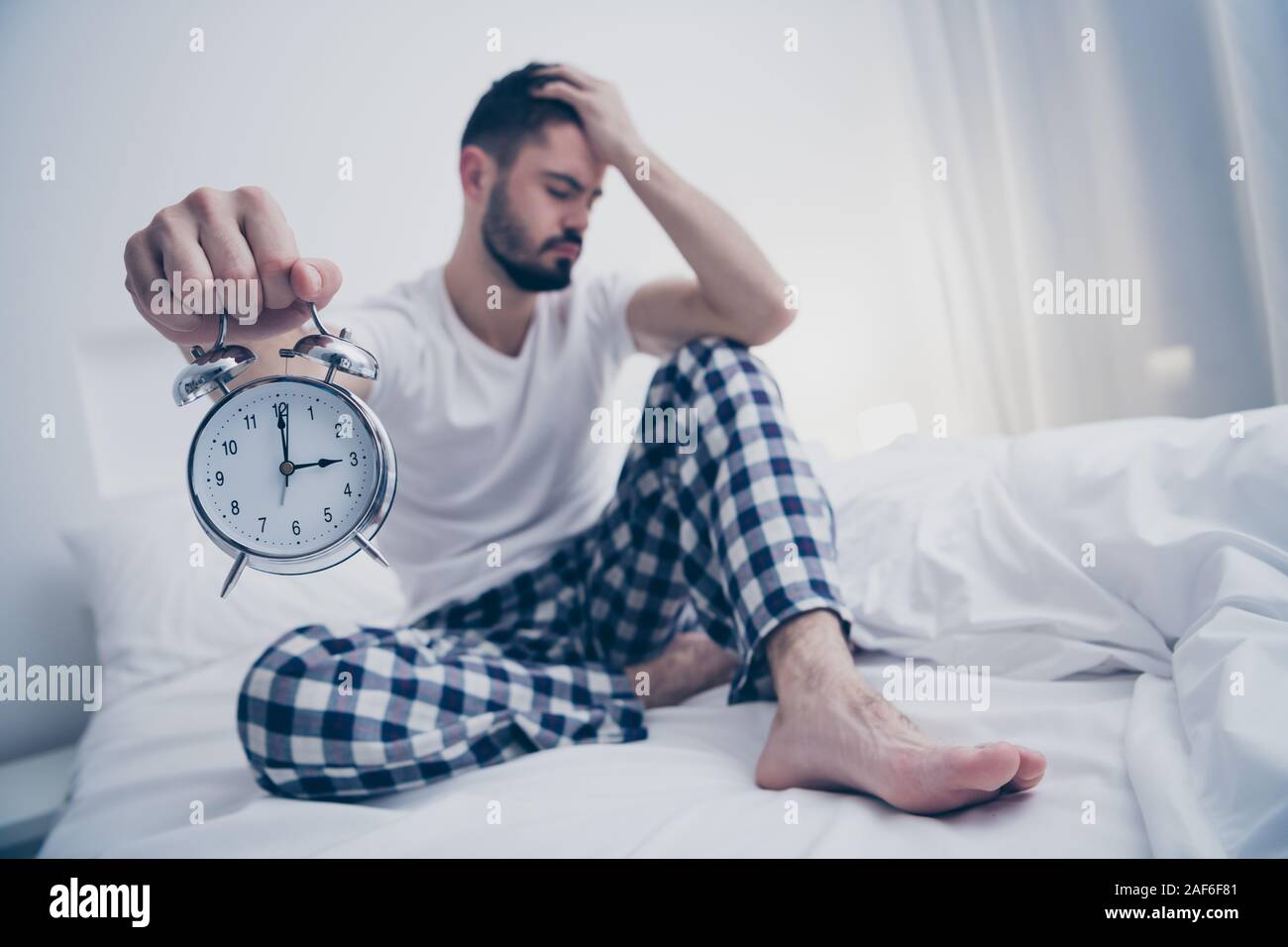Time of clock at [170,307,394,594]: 3:00
